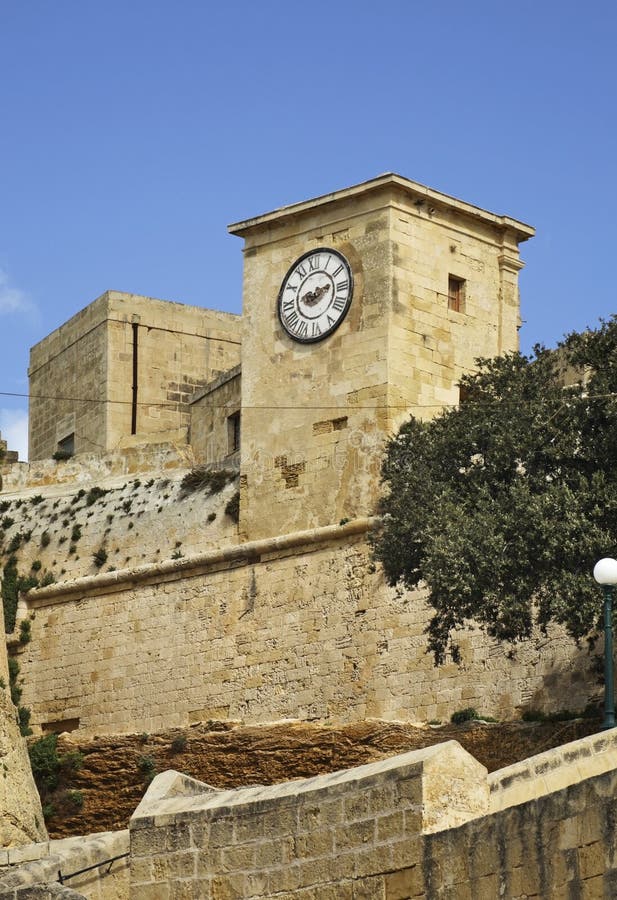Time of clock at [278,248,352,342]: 9:12
